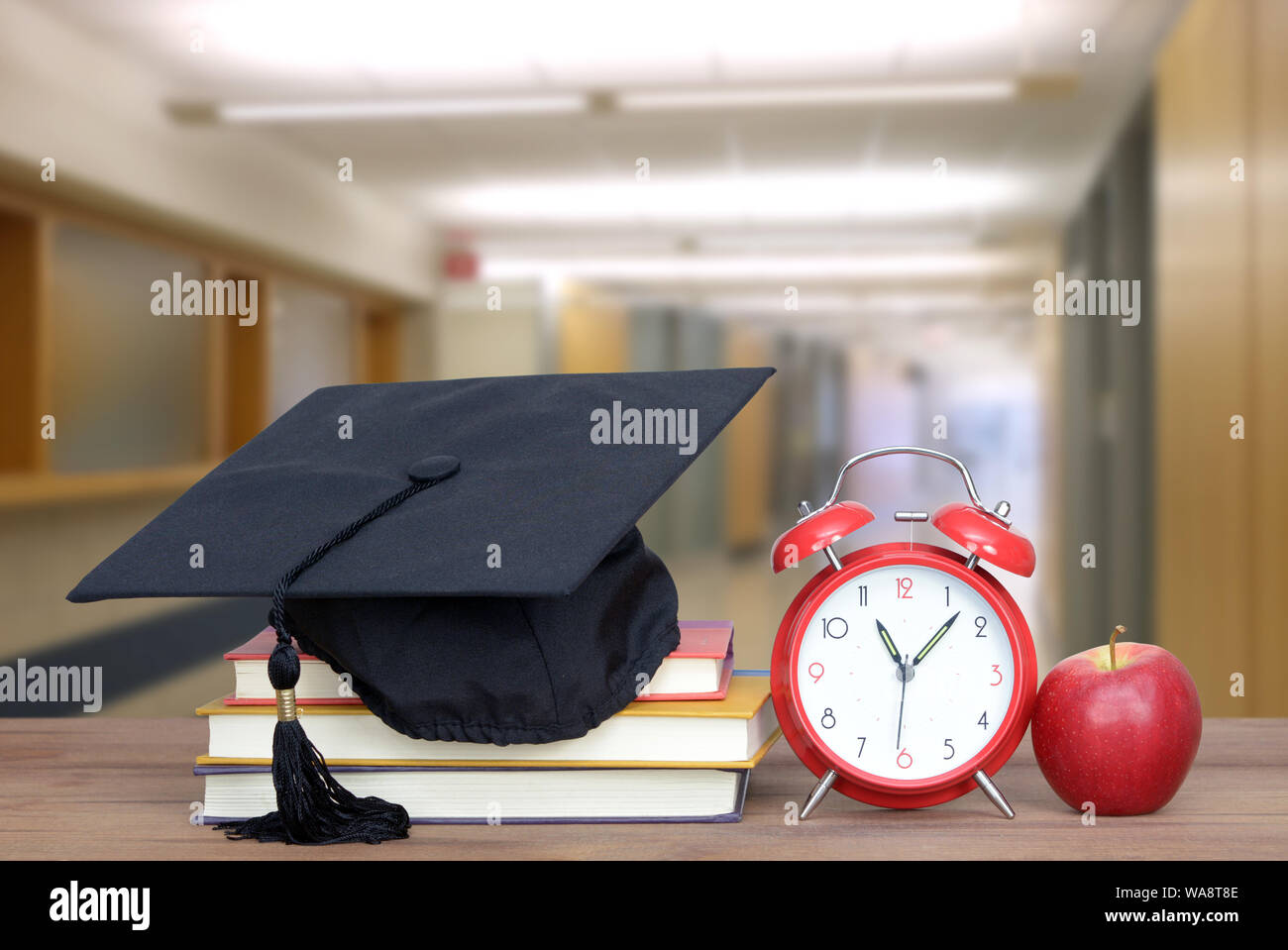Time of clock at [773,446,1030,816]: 11:07
